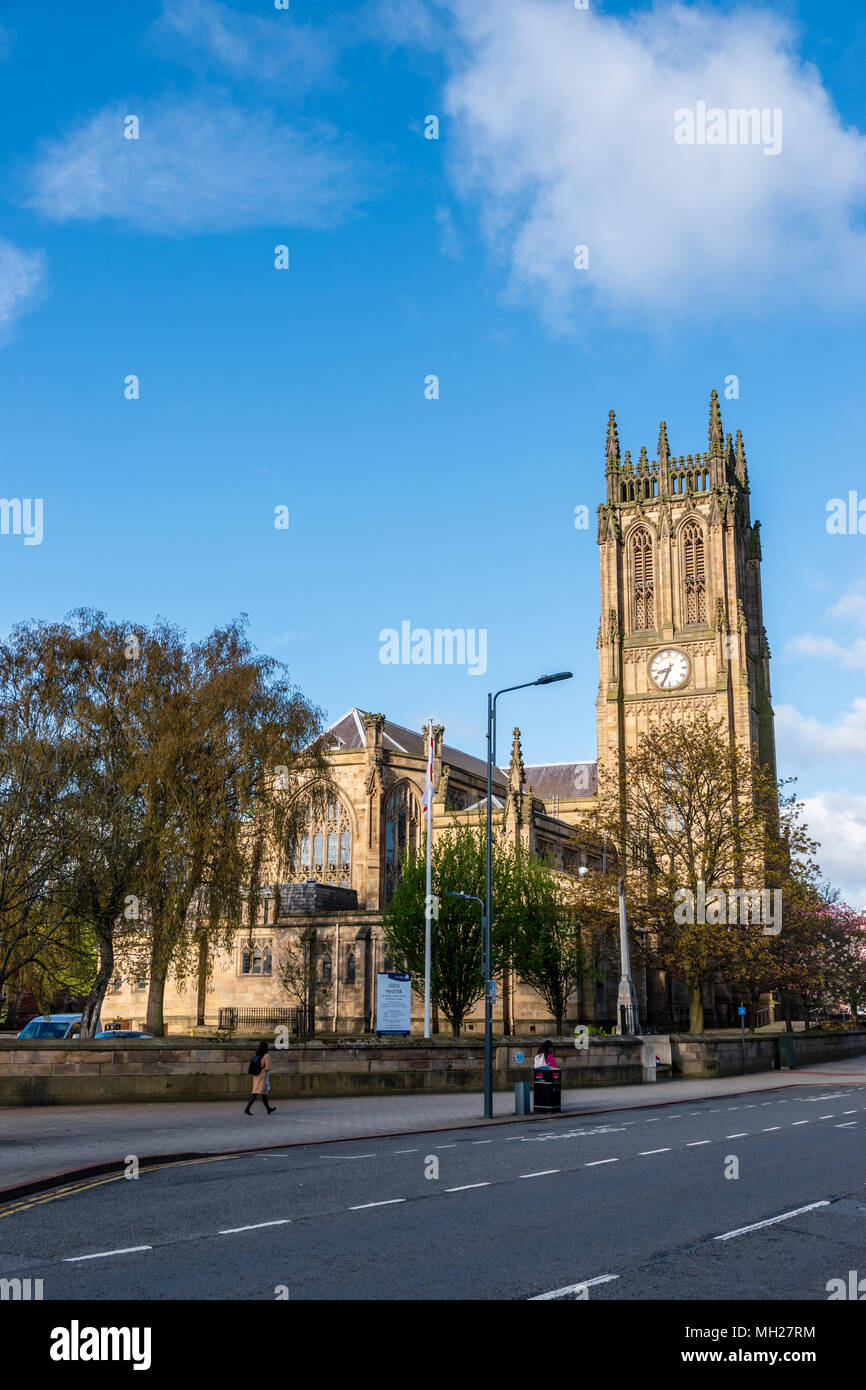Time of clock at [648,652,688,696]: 8:34
